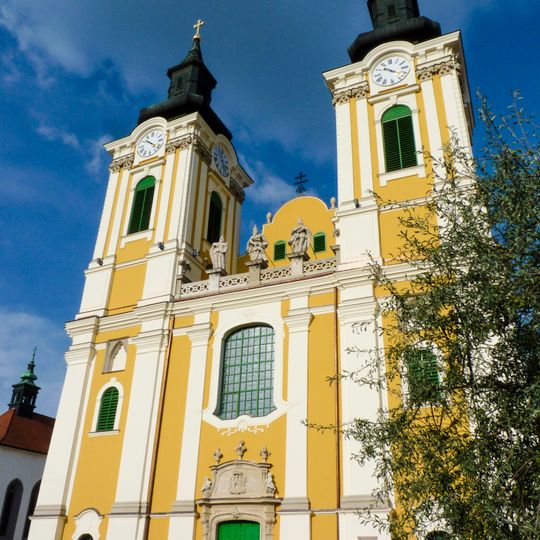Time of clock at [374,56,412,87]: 10:20
